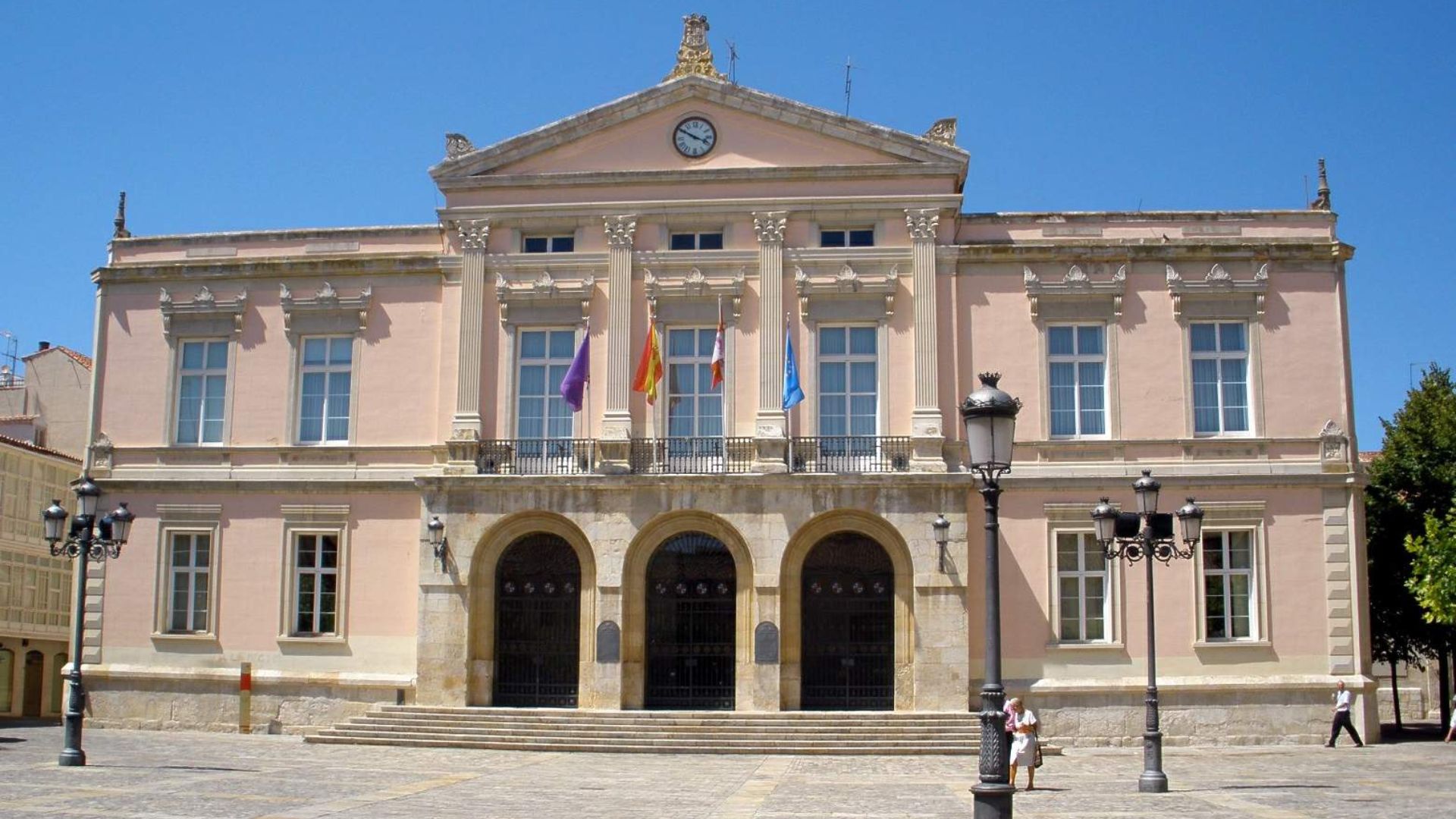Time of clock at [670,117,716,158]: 3:50
